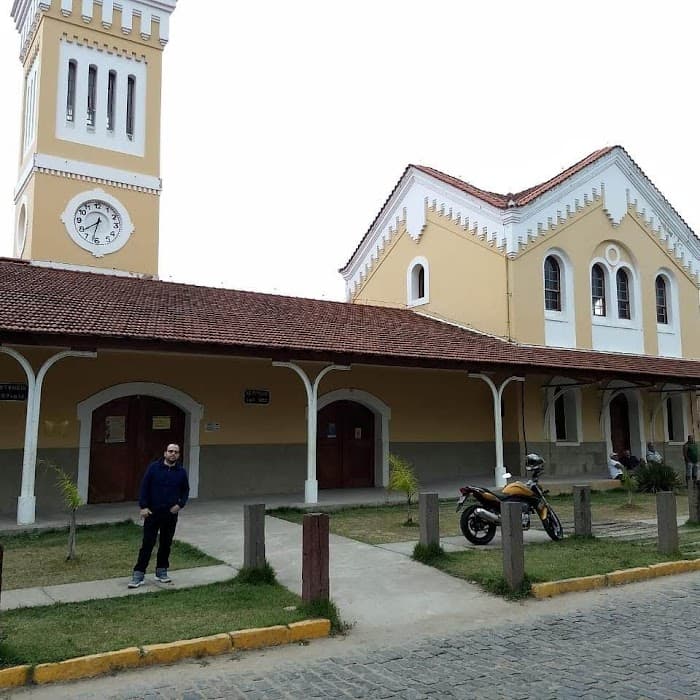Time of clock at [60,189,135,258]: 7:32
